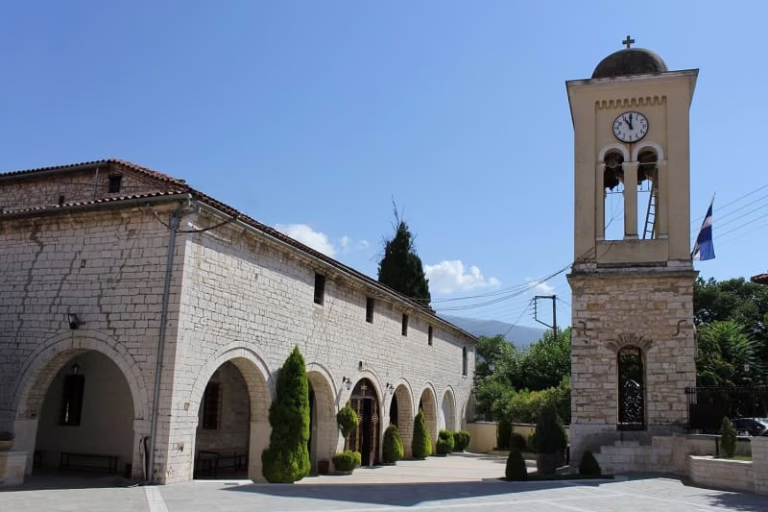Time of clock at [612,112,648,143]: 11:00
